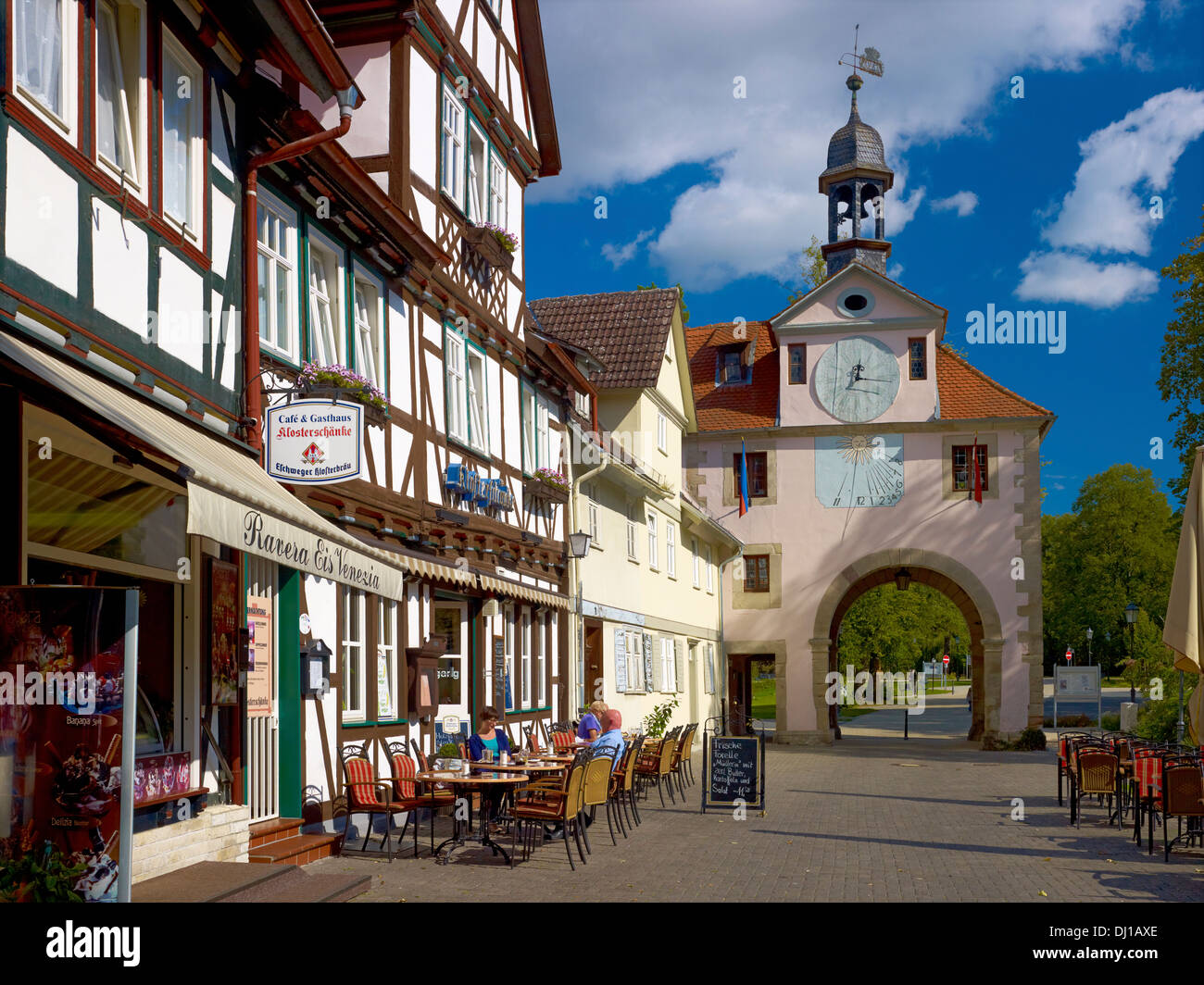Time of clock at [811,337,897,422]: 12:15
